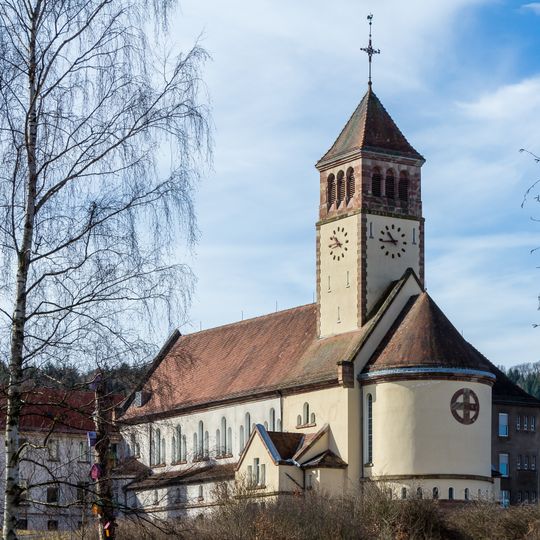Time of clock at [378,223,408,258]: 10:43
